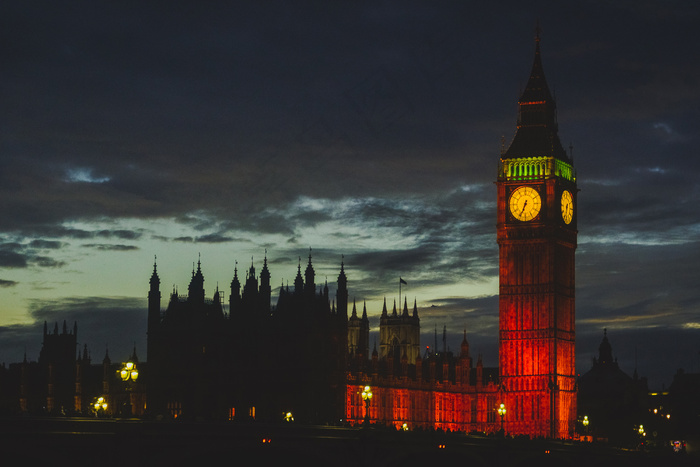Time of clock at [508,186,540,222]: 6:34
